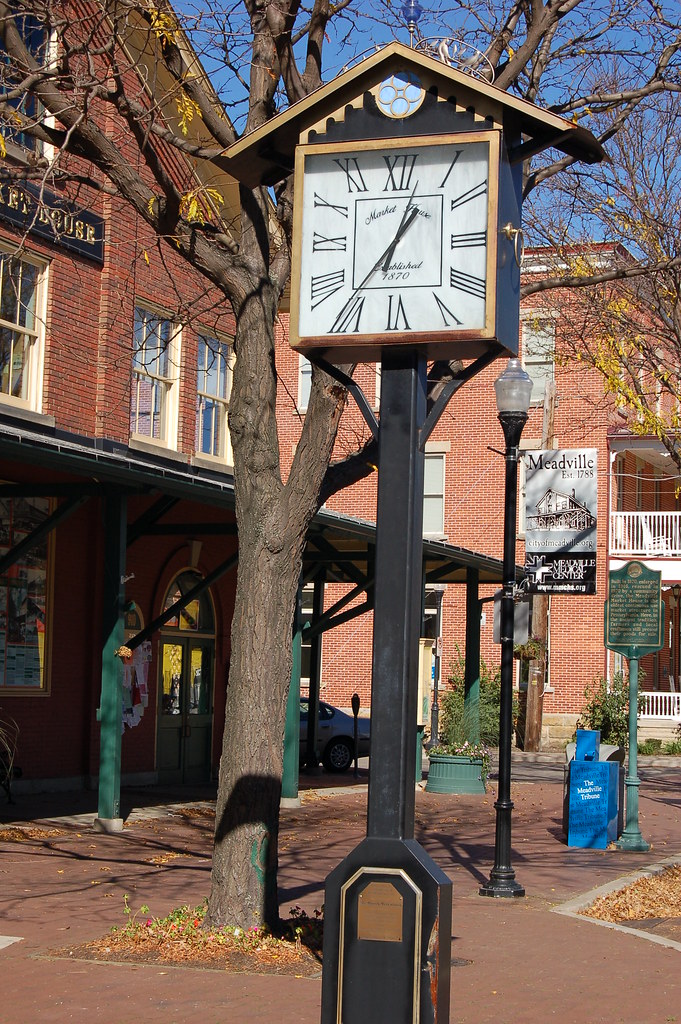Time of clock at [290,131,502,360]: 1:02
